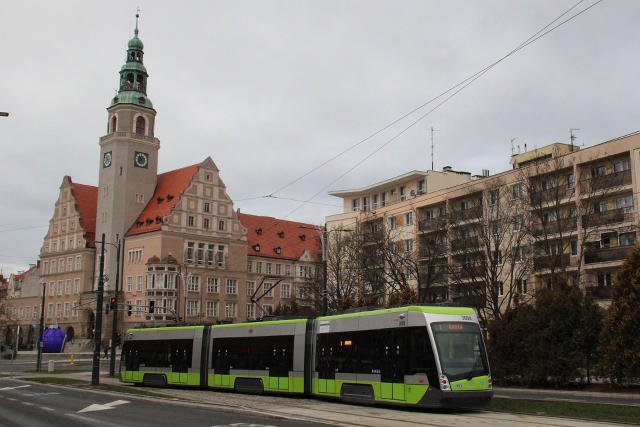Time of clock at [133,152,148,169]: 7:53
